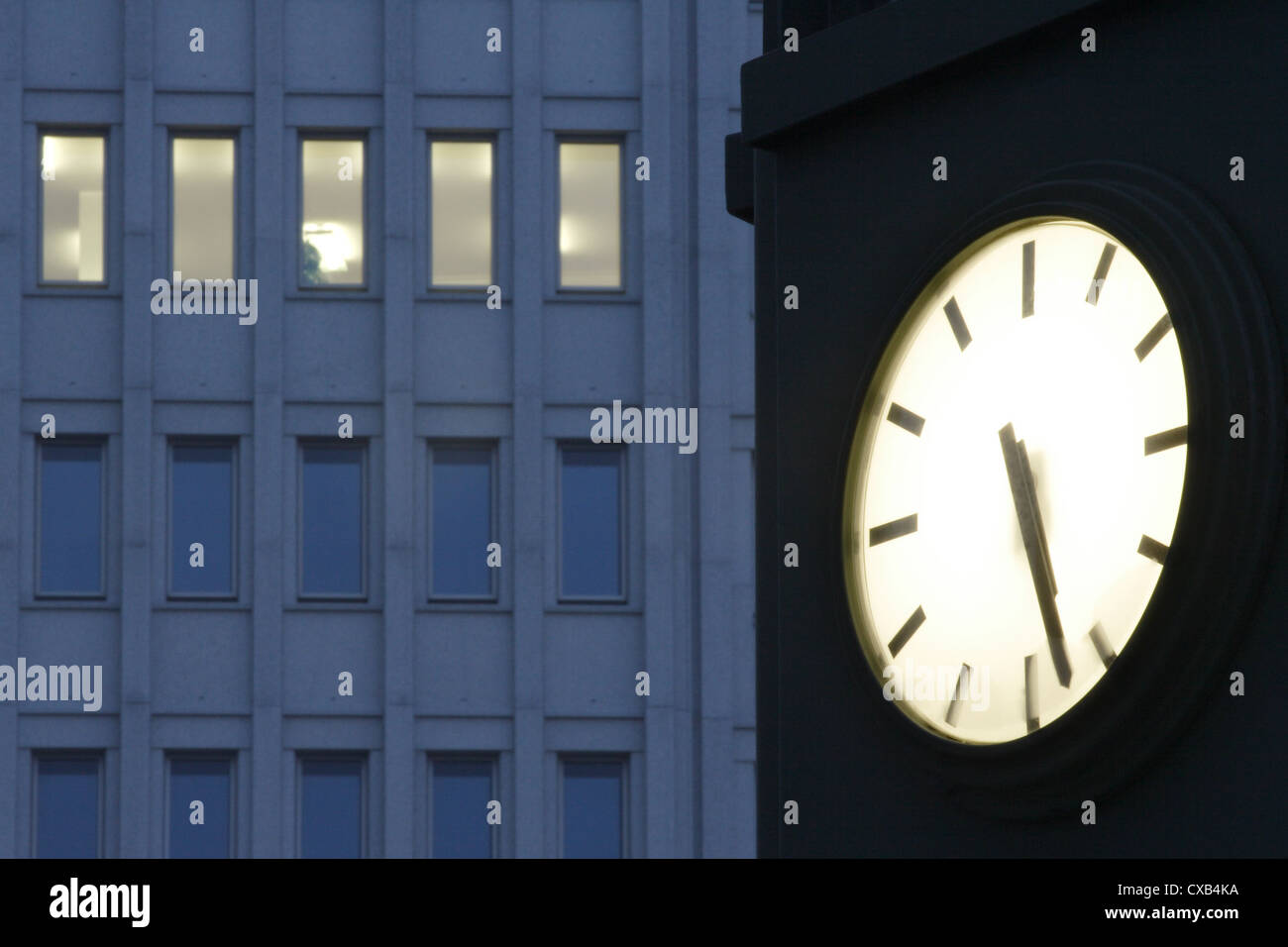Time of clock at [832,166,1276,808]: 5:27
